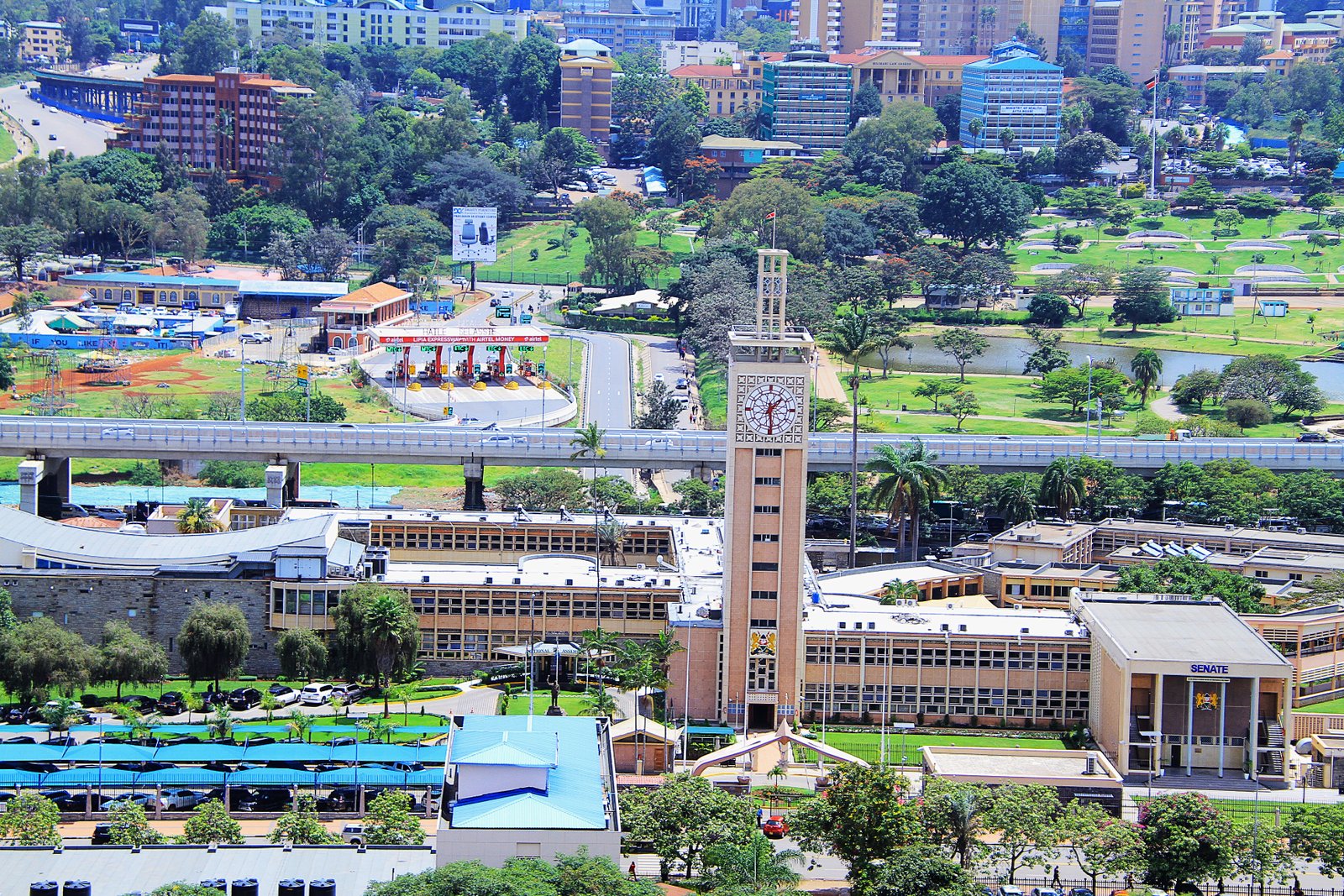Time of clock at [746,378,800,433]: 1:29
